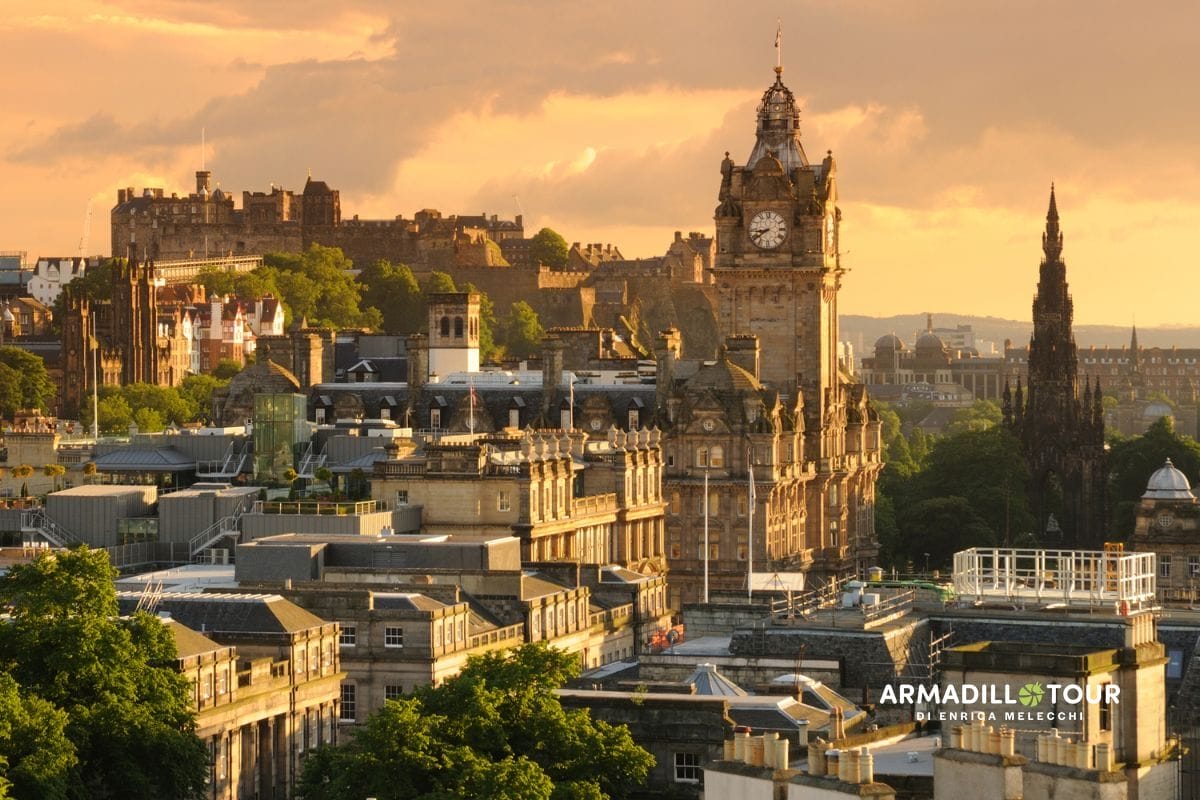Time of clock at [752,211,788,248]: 8:39
